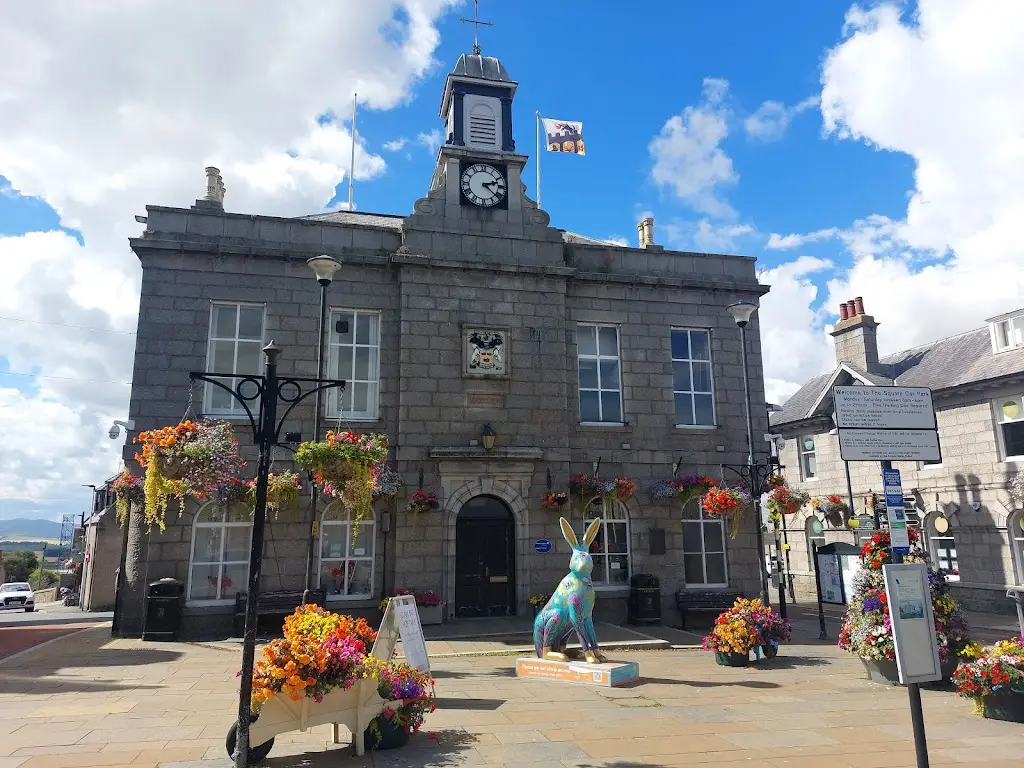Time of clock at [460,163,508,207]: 2:21
